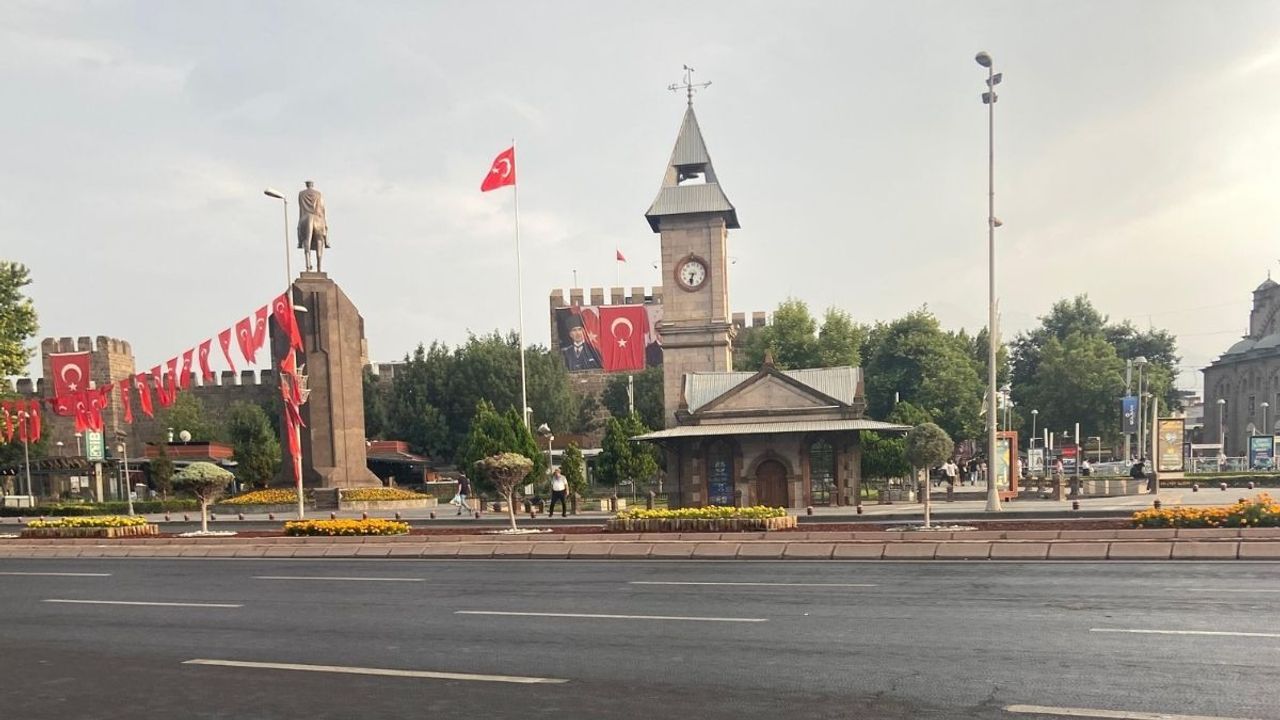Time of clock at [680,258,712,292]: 6:32
